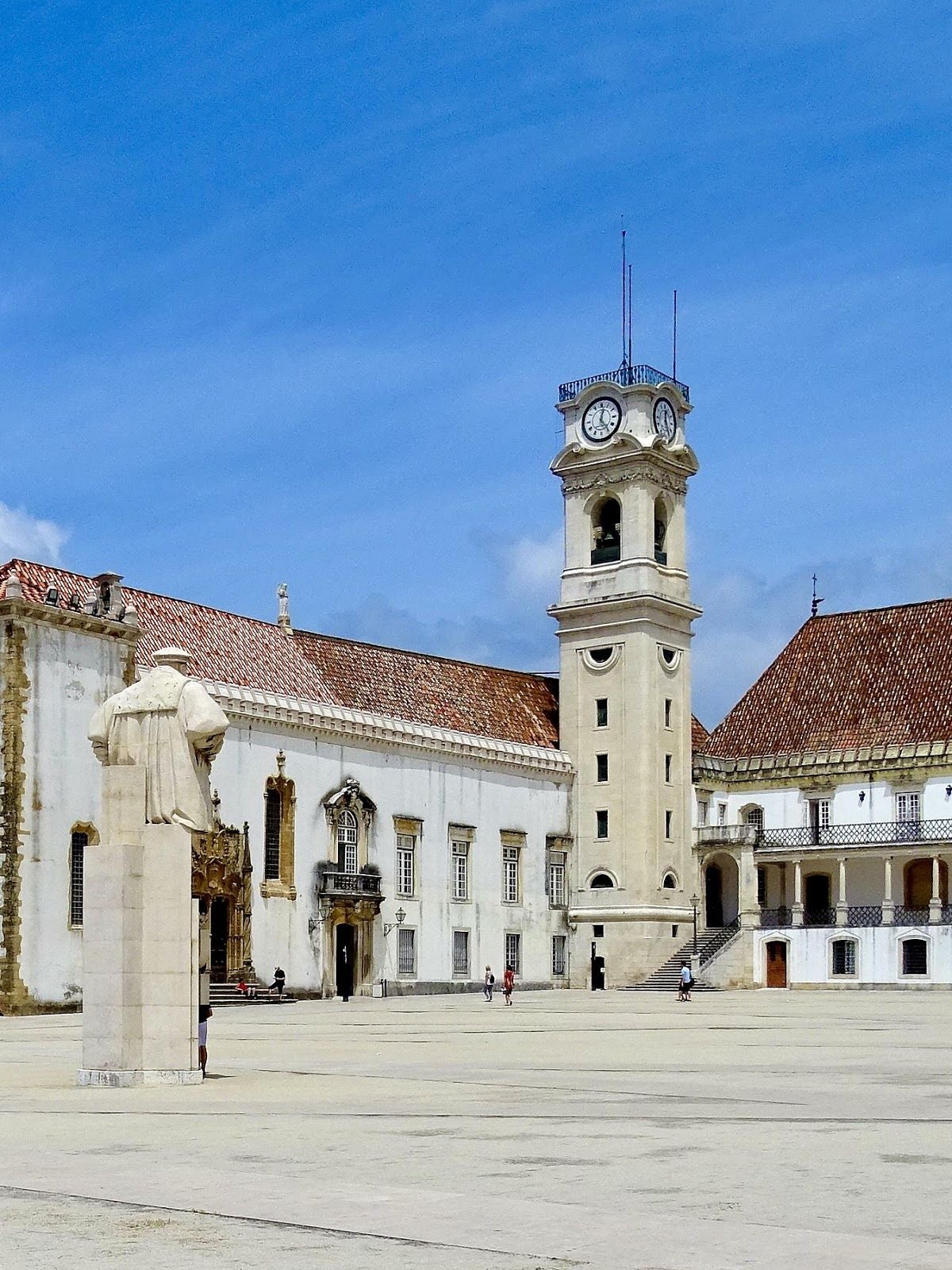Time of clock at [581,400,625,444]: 12:24
